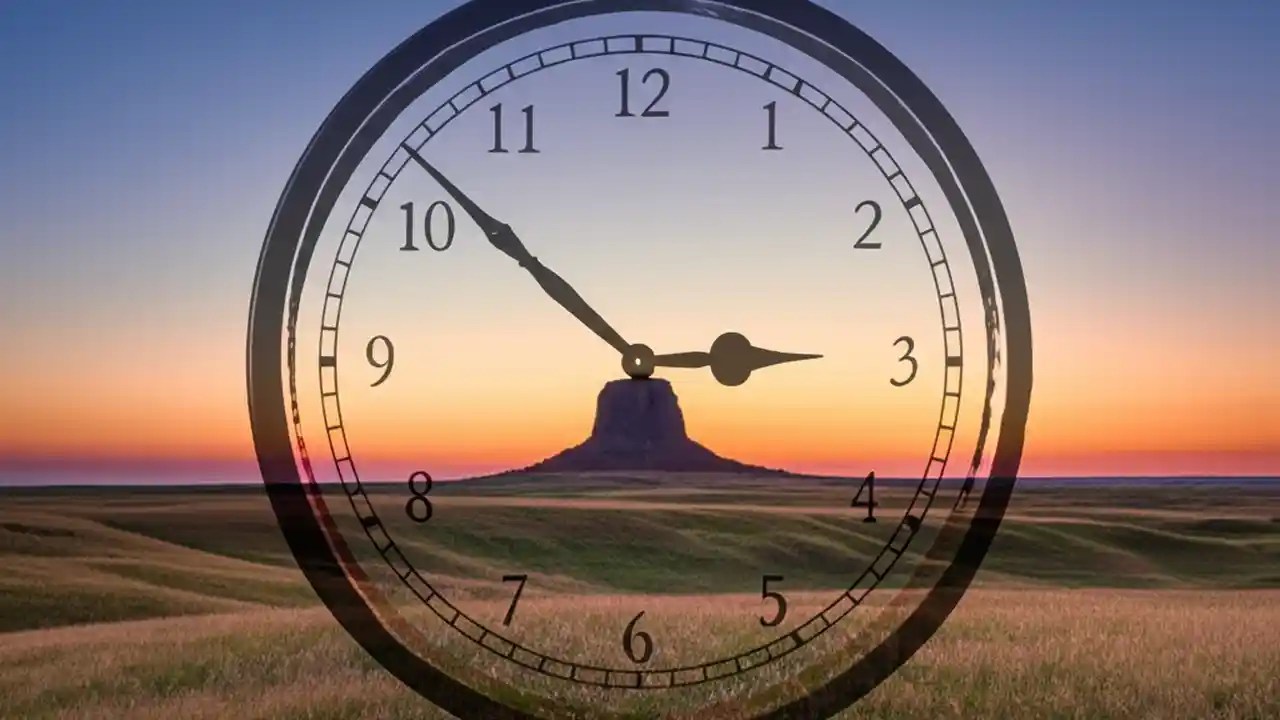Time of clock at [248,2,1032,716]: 2:52
